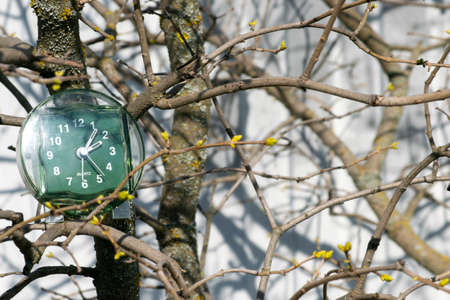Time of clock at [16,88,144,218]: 1:23
